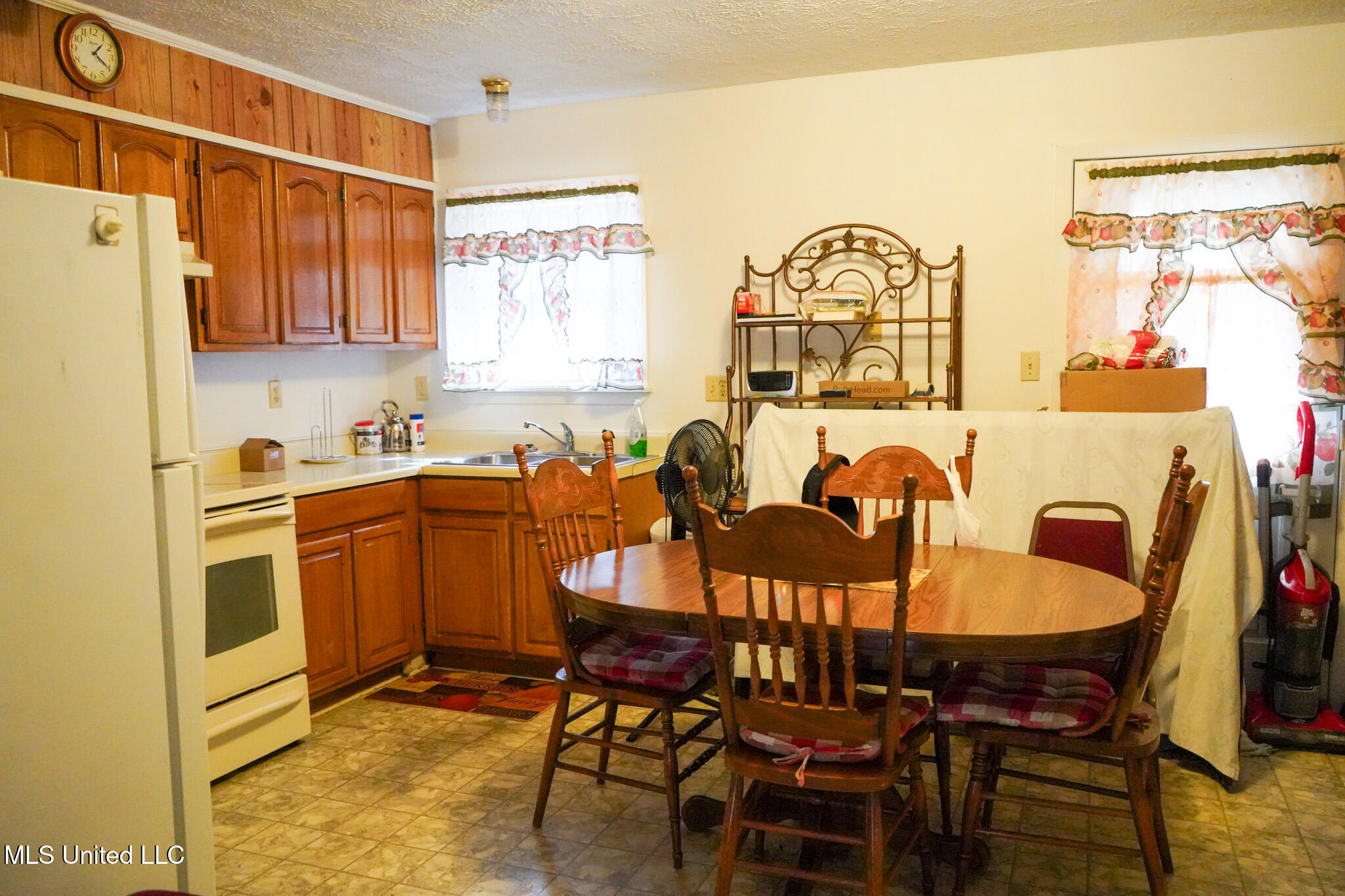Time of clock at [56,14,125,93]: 1:20
